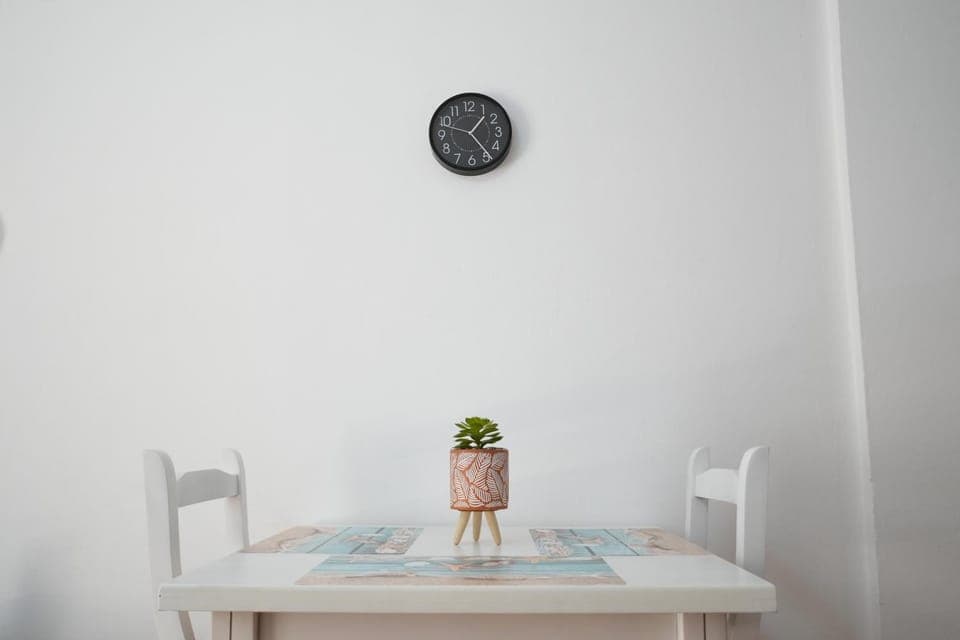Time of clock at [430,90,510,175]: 1:23
